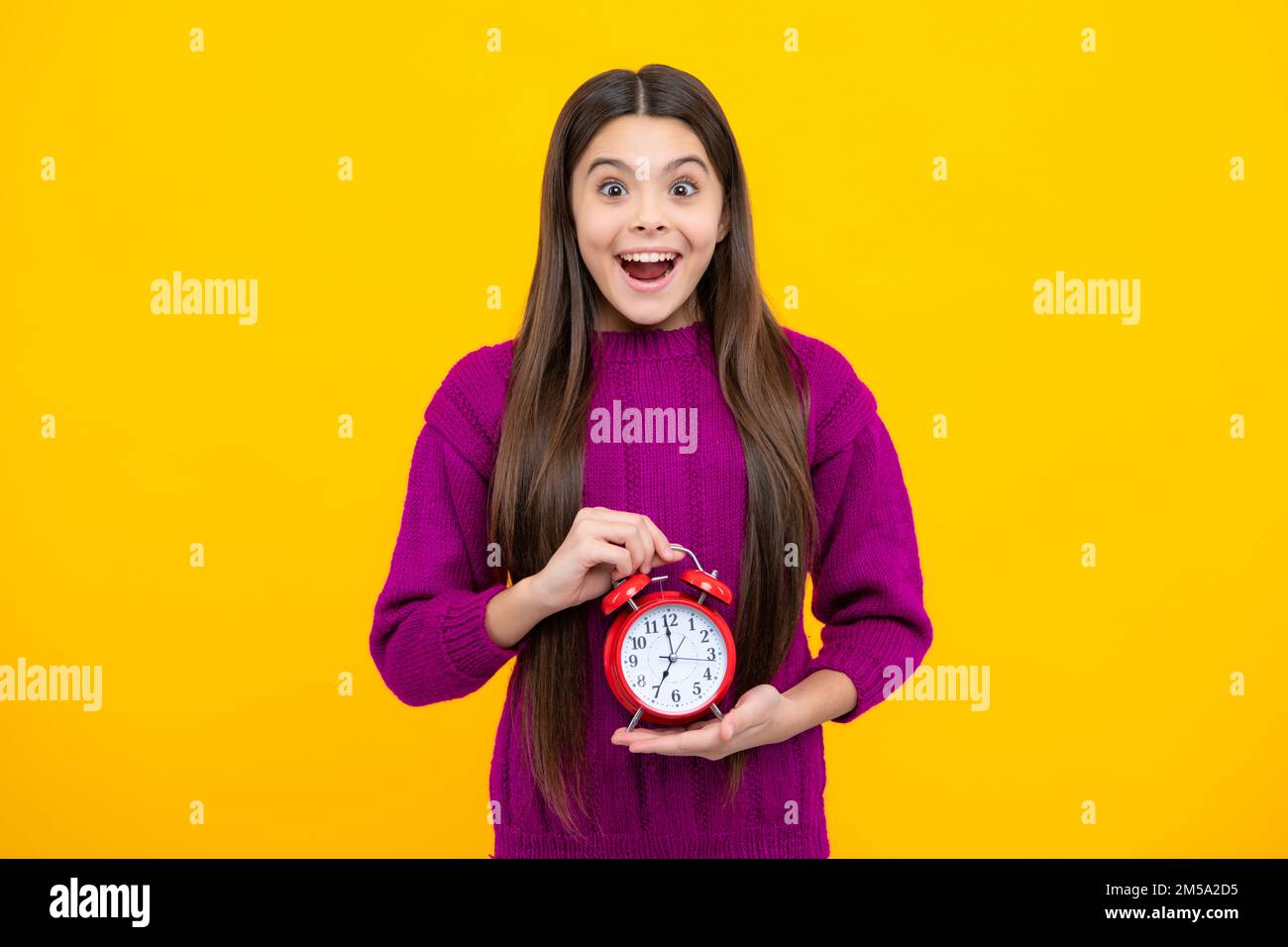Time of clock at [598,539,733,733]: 6:59
